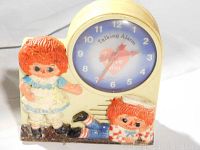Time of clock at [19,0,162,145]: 2:34
